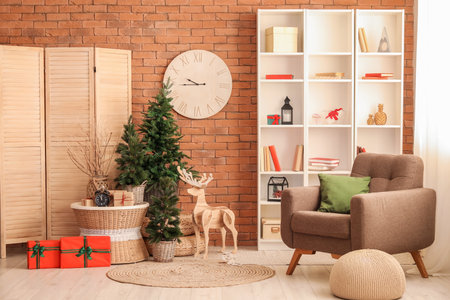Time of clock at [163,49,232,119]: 9:44
